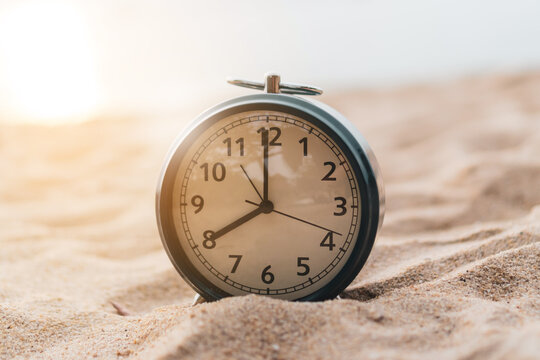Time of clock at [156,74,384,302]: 7:59
